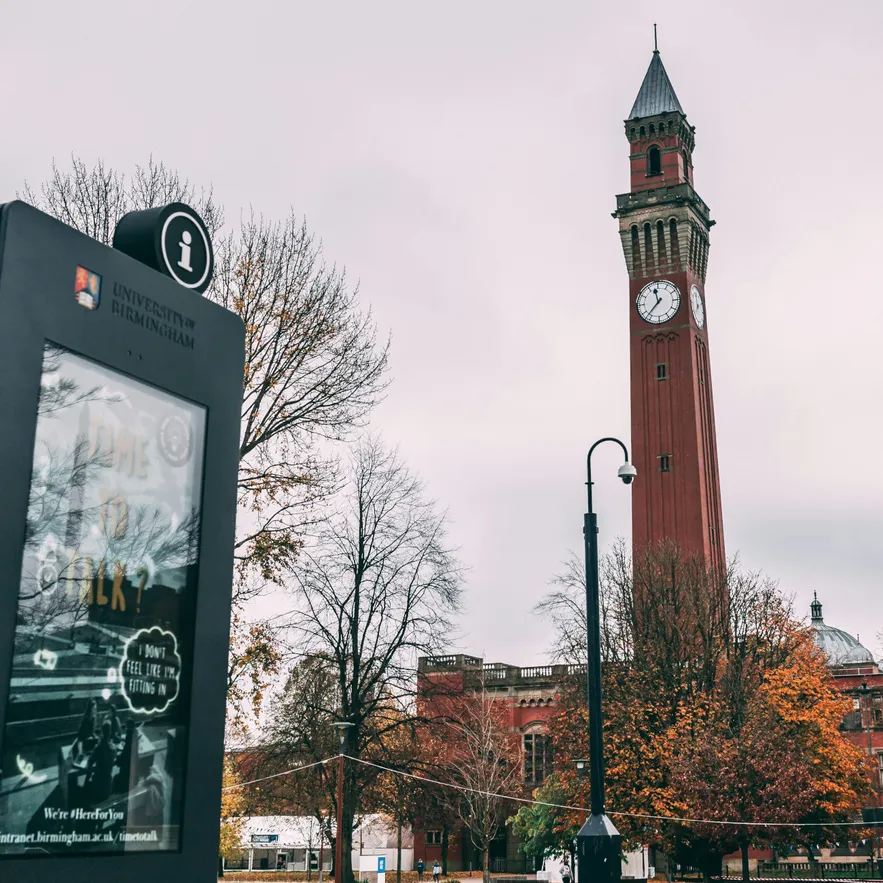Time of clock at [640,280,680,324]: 11:37
